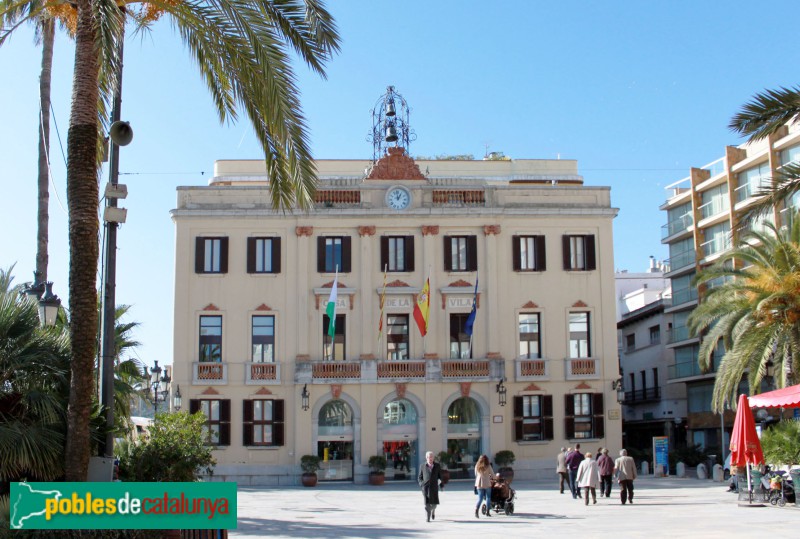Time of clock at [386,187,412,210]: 12:58
